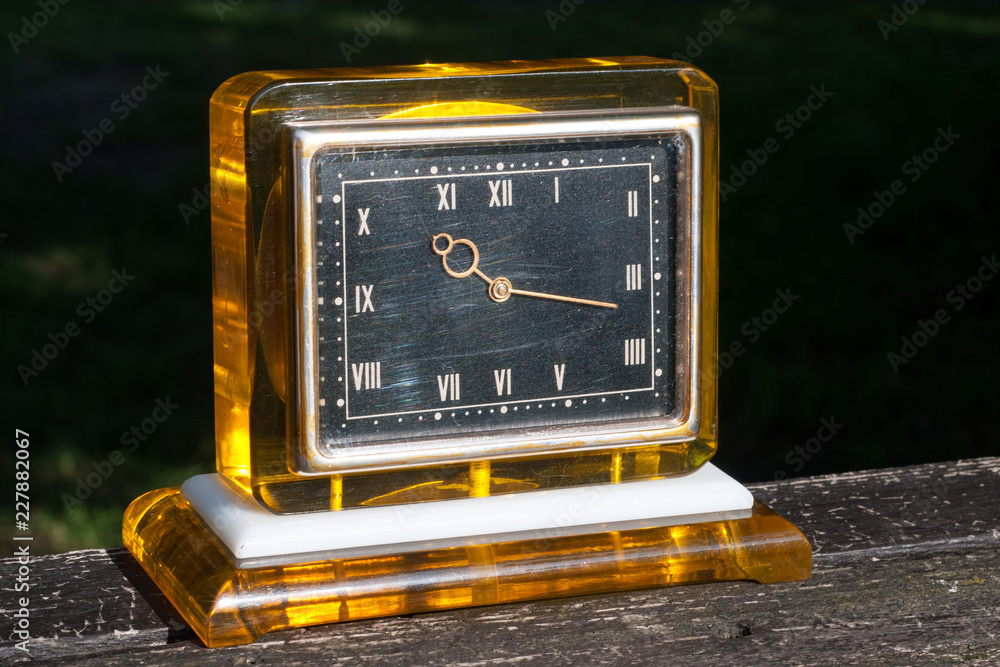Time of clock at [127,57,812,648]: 10:17
